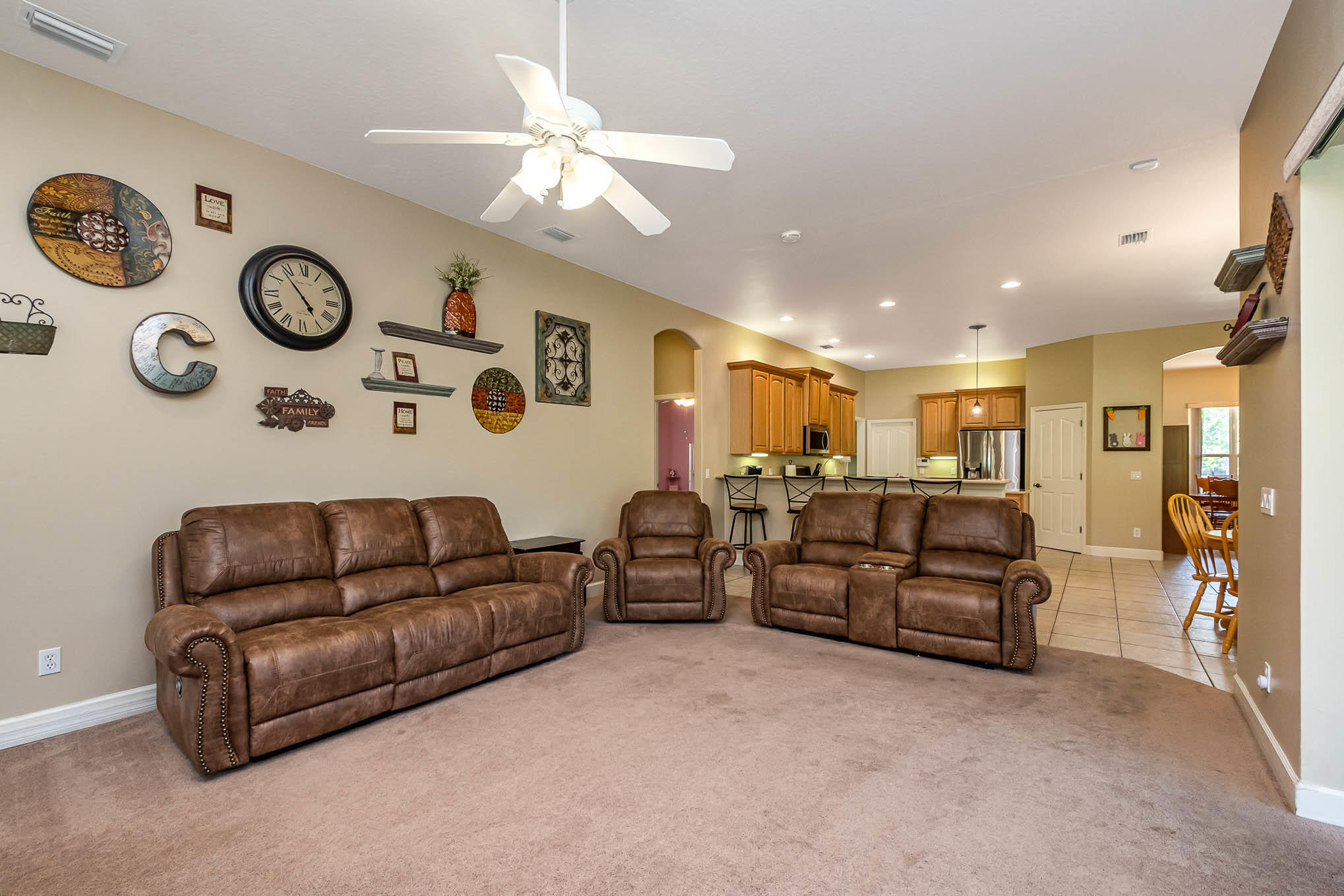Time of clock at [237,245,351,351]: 4:53
